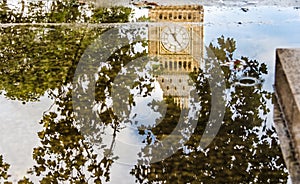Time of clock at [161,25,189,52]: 11:23
